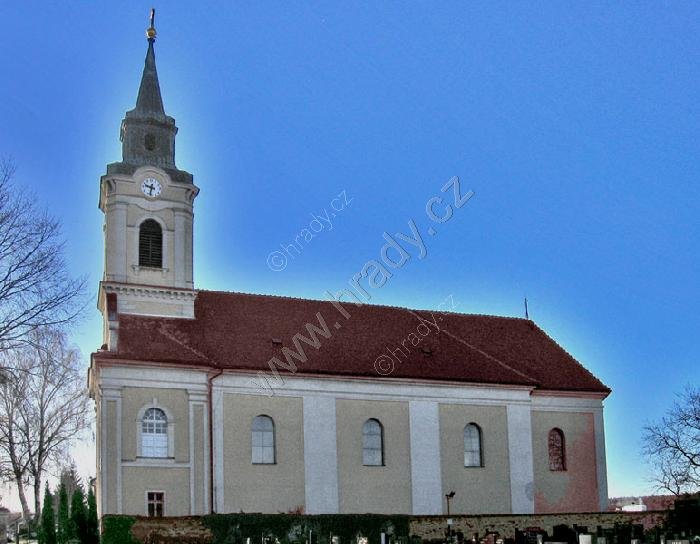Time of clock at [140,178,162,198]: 9:33
